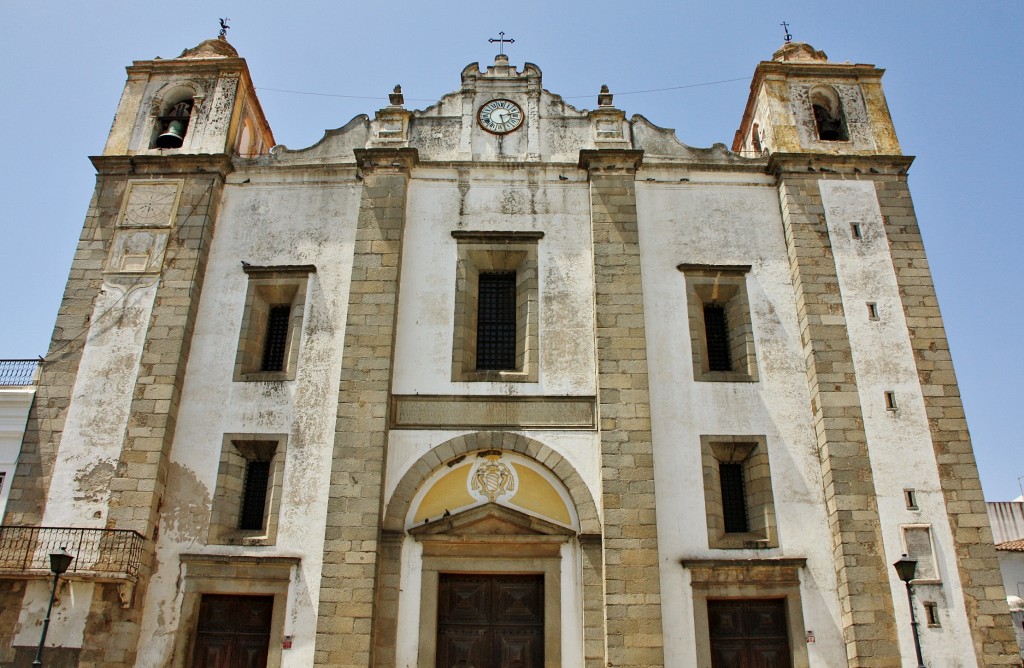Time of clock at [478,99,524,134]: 2:27
